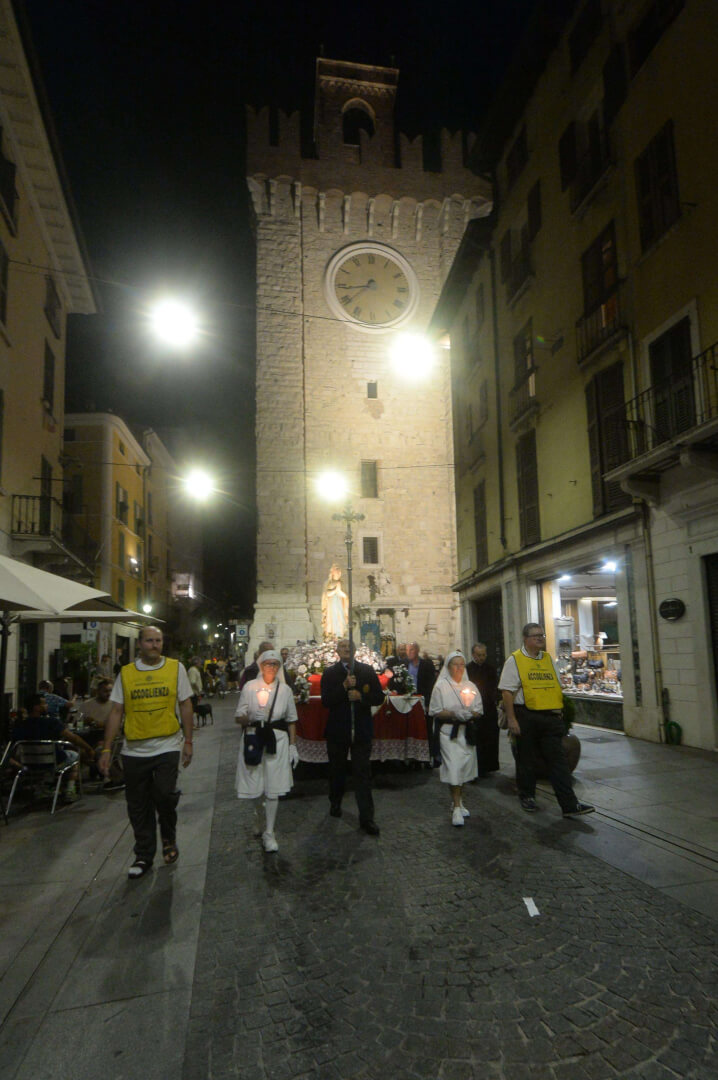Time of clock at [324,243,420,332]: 8:38
